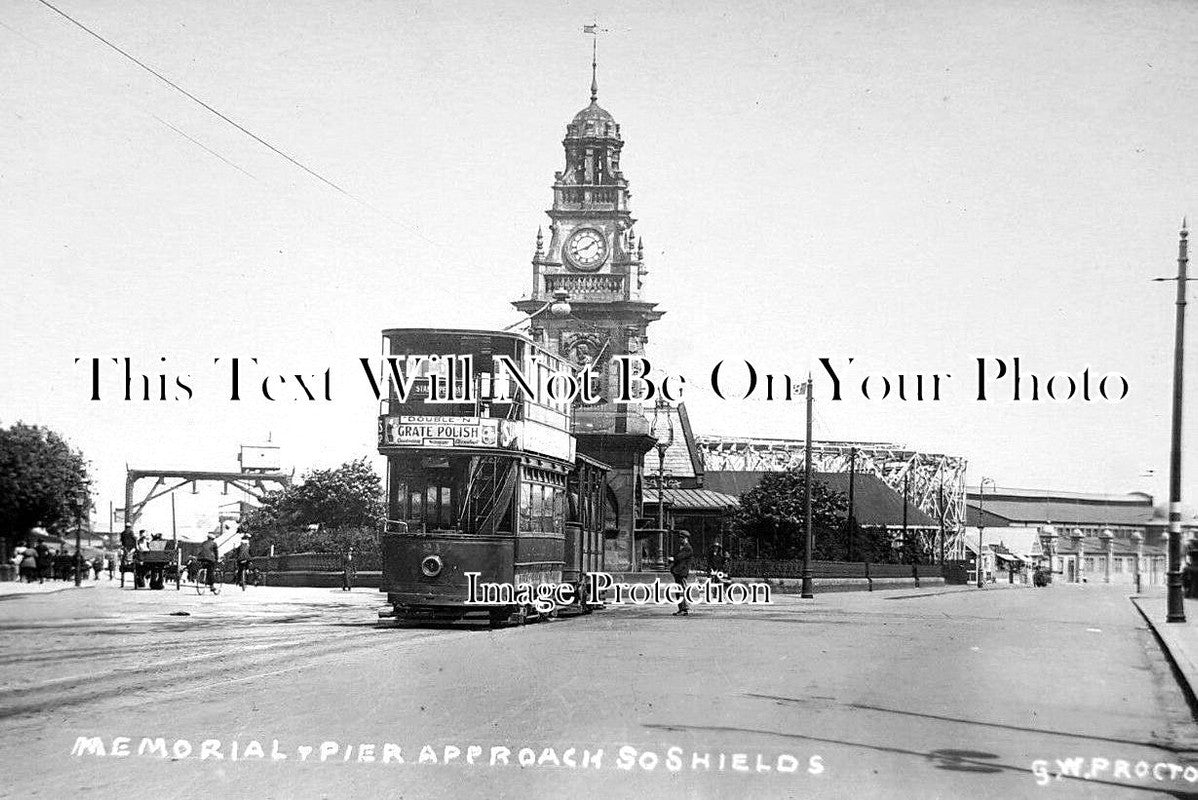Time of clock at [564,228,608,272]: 1:41
